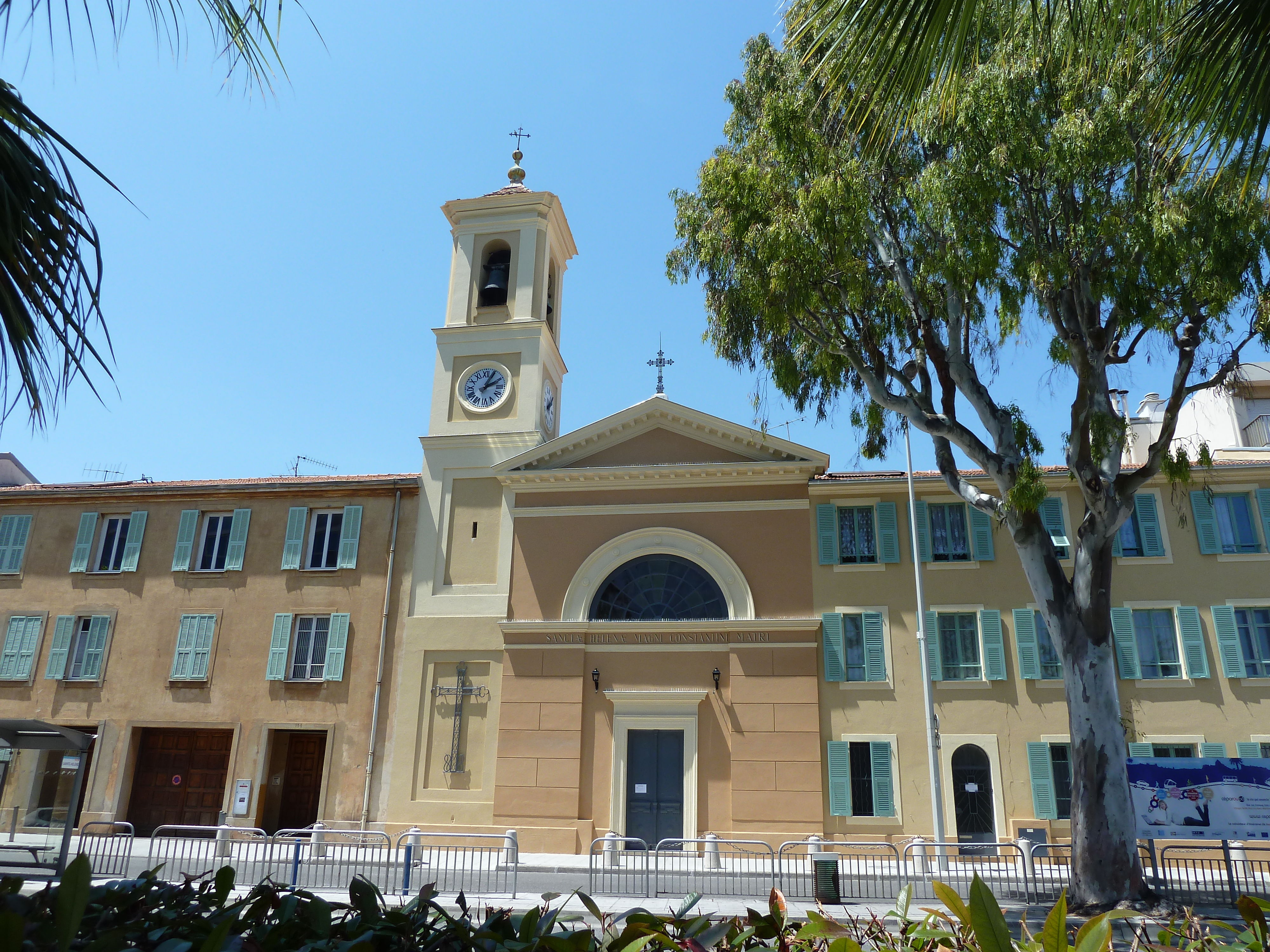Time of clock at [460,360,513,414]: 2:04
